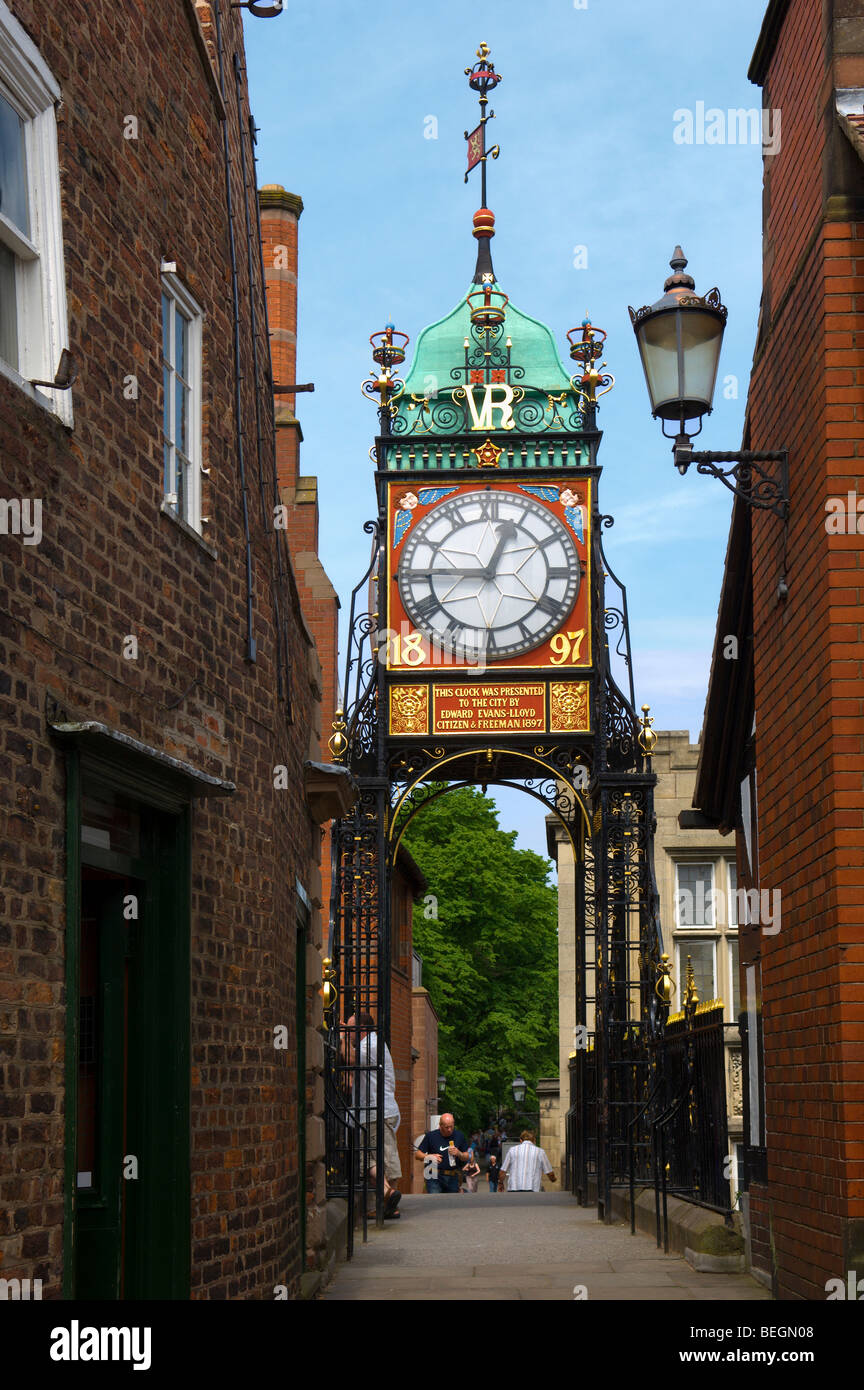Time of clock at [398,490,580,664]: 12:45
